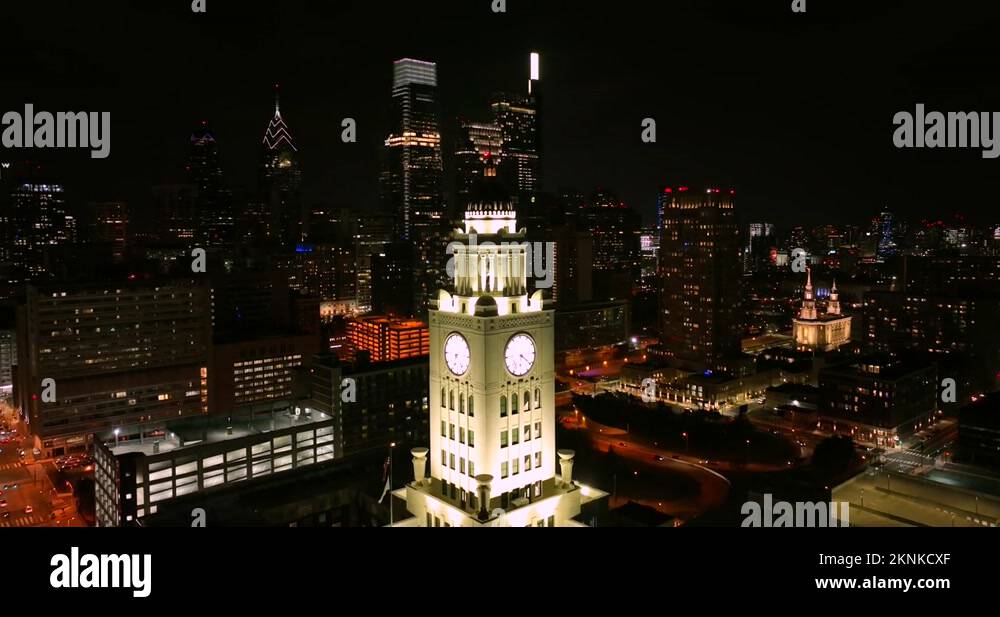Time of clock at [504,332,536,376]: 4:21
